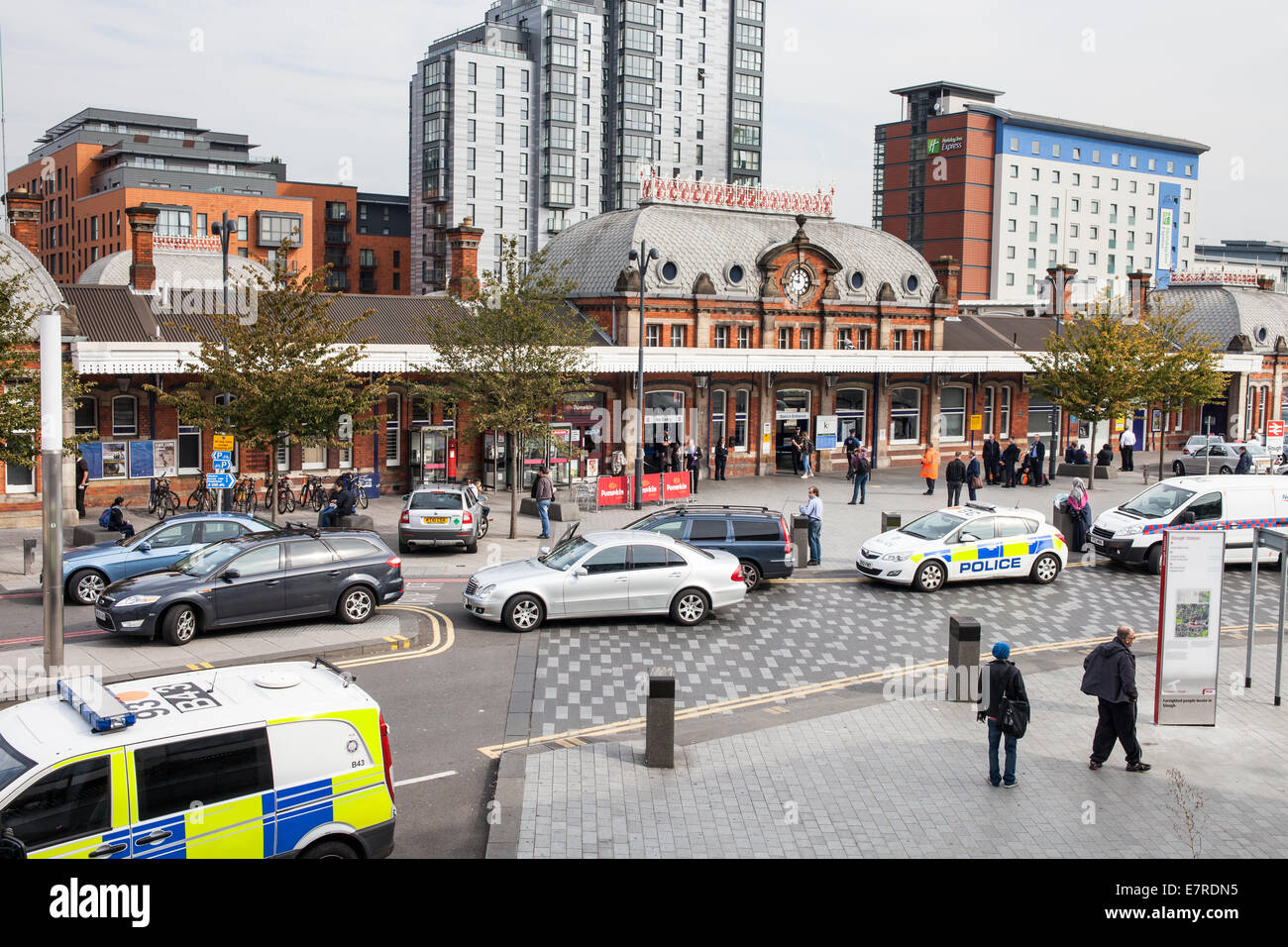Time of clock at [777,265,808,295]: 11:46
